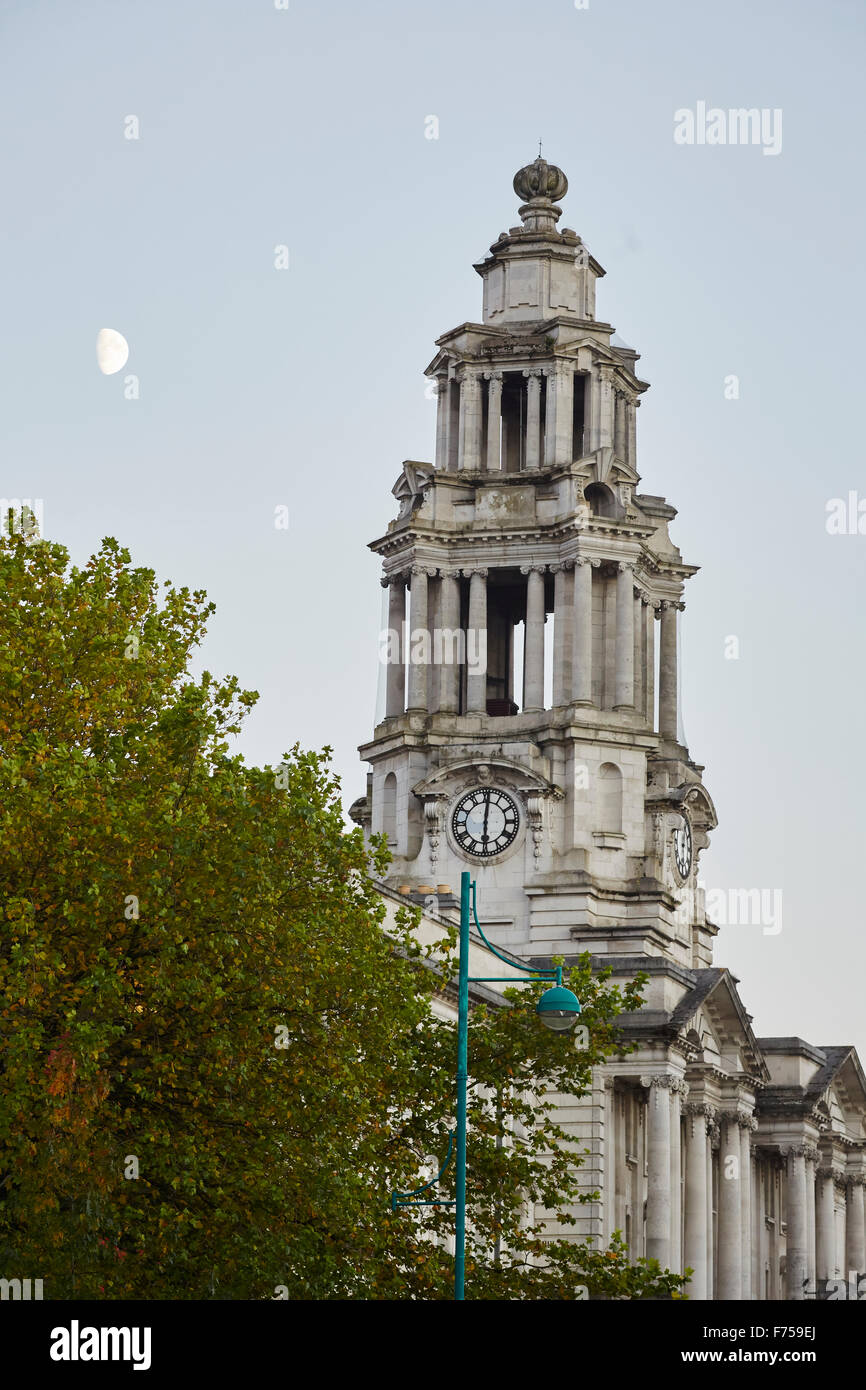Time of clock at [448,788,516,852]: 6:00
